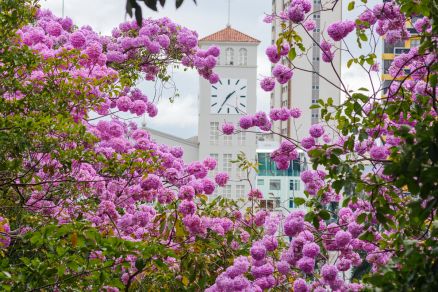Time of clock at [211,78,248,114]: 1:35
